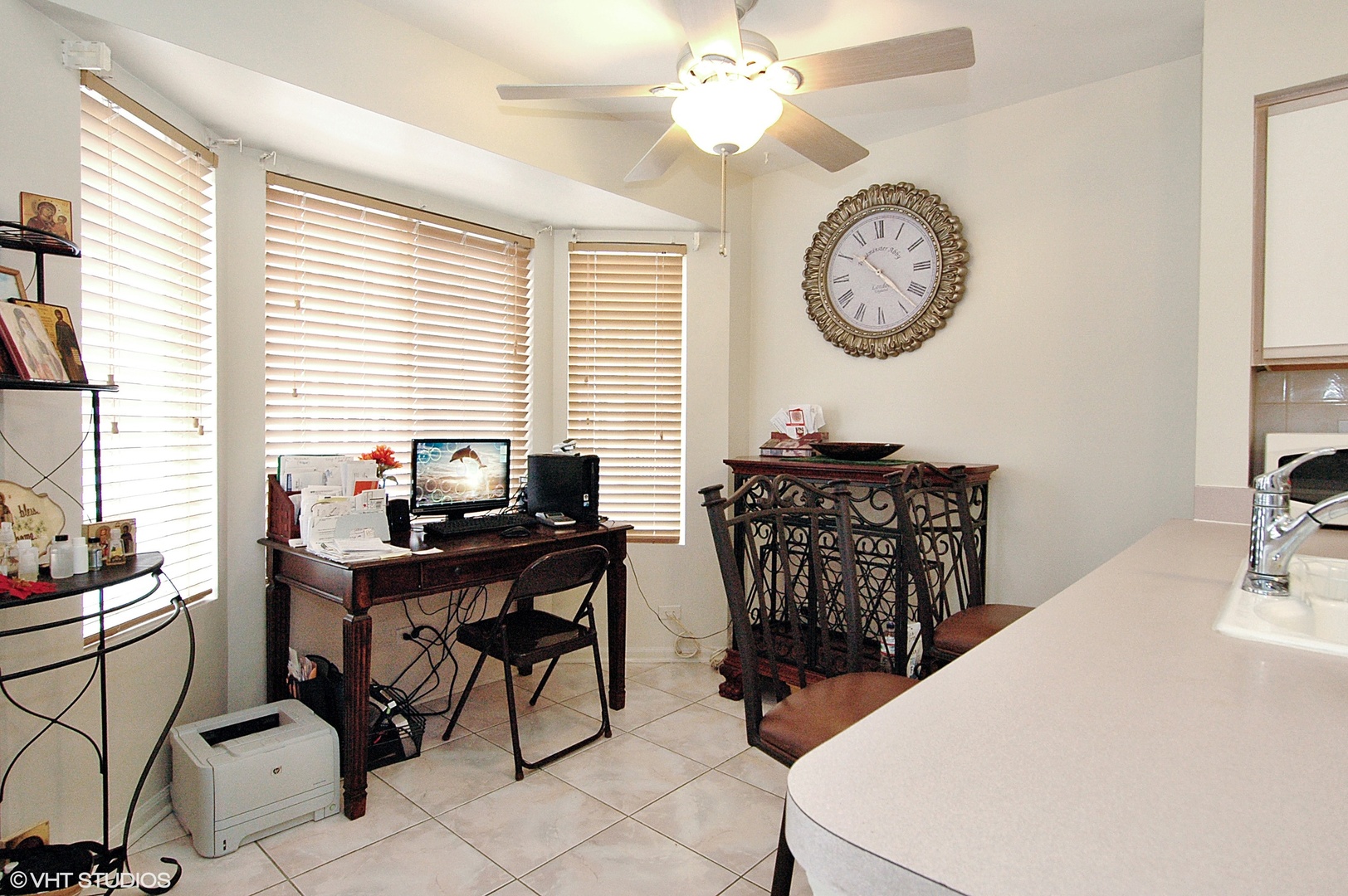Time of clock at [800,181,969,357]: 10:22
